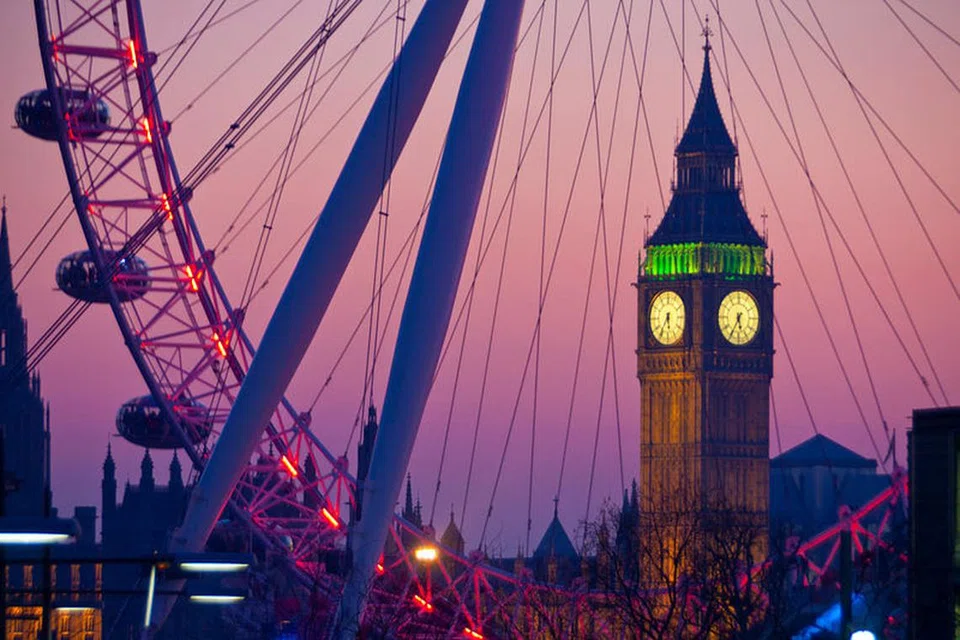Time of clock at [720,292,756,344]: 5:34
